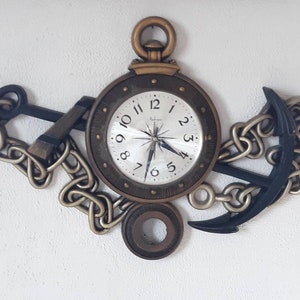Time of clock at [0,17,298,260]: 6:20
